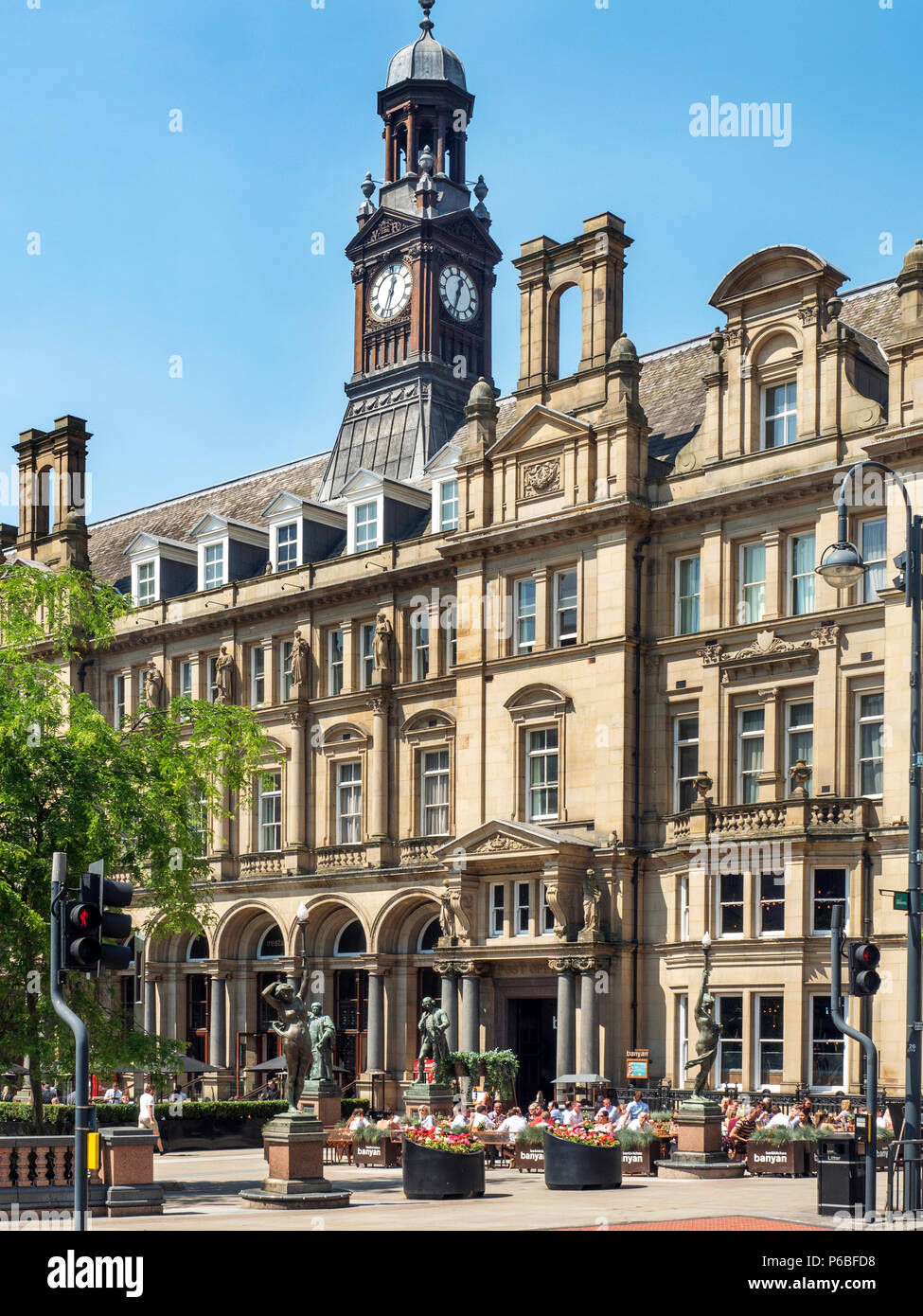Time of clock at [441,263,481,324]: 12:32
